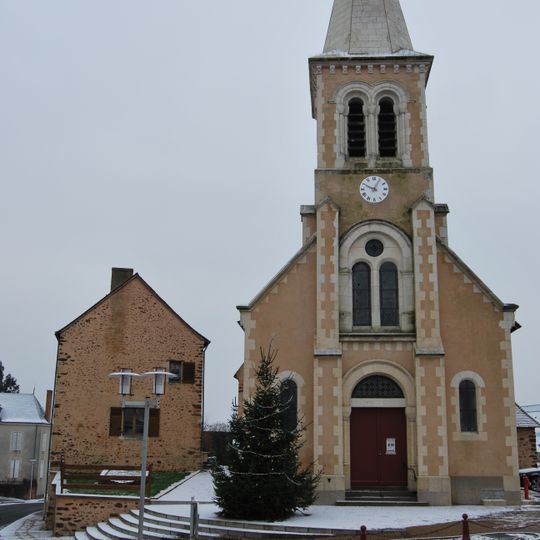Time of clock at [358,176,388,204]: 12:49
